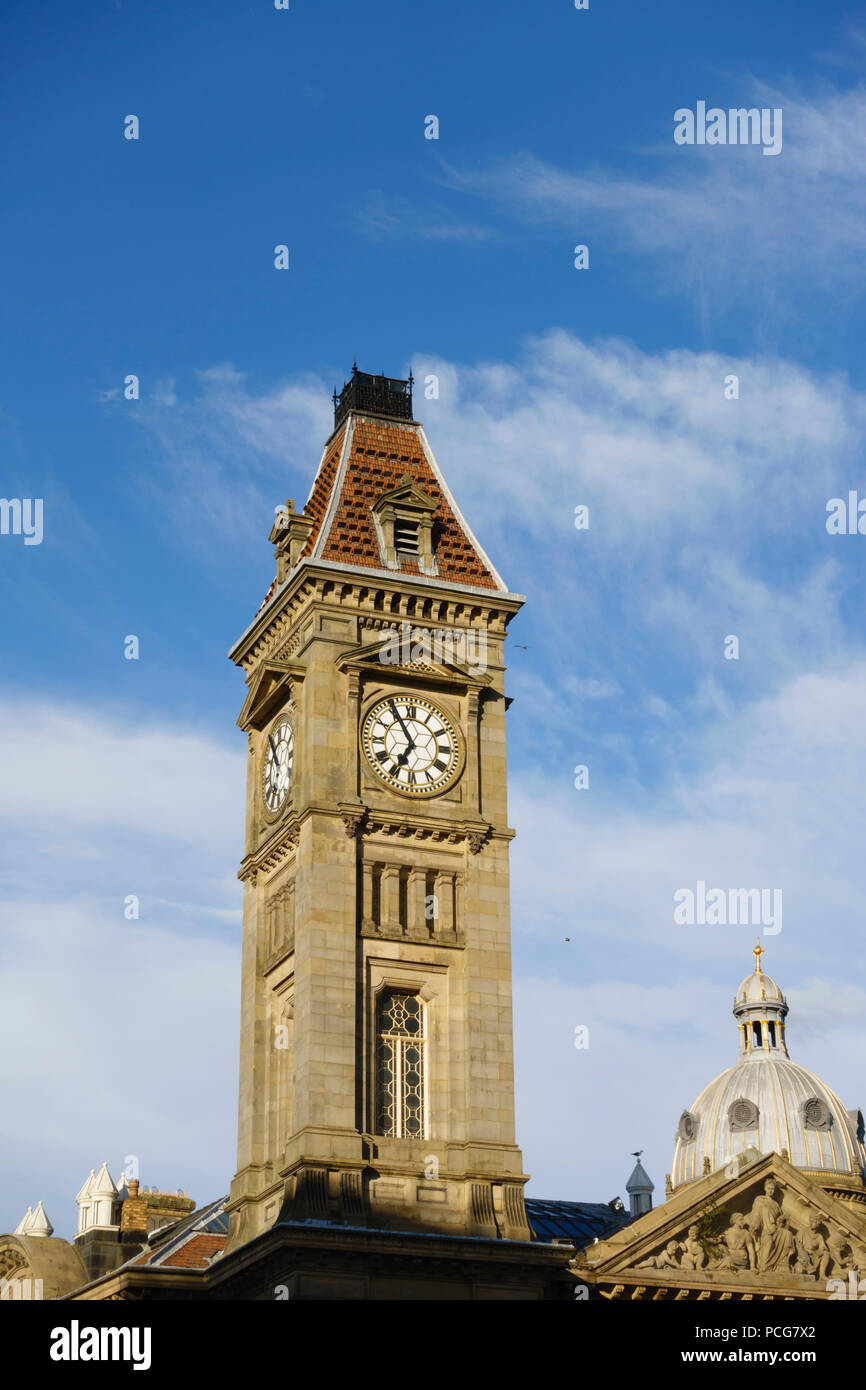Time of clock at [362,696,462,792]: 6:55
